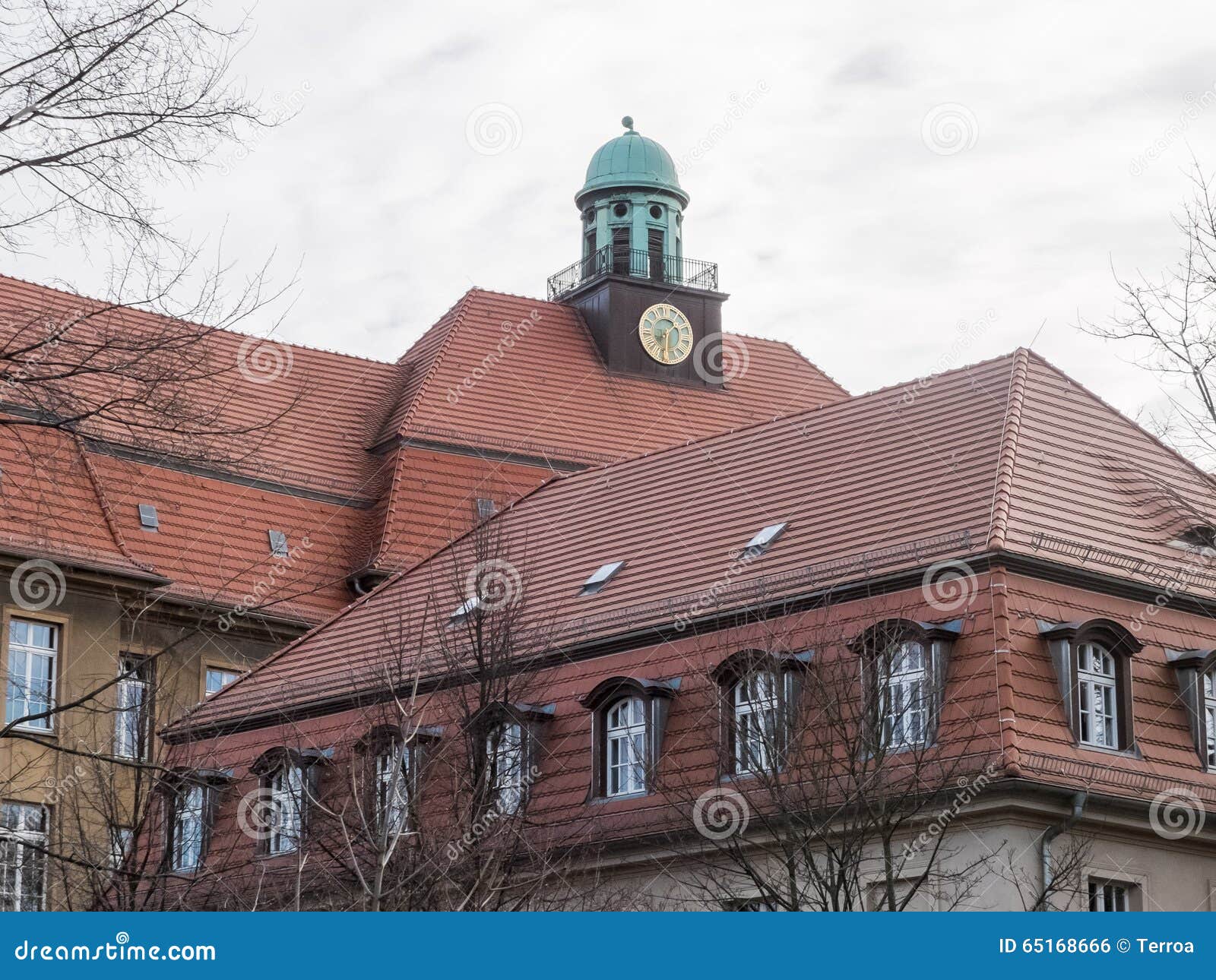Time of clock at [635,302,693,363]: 1:30
